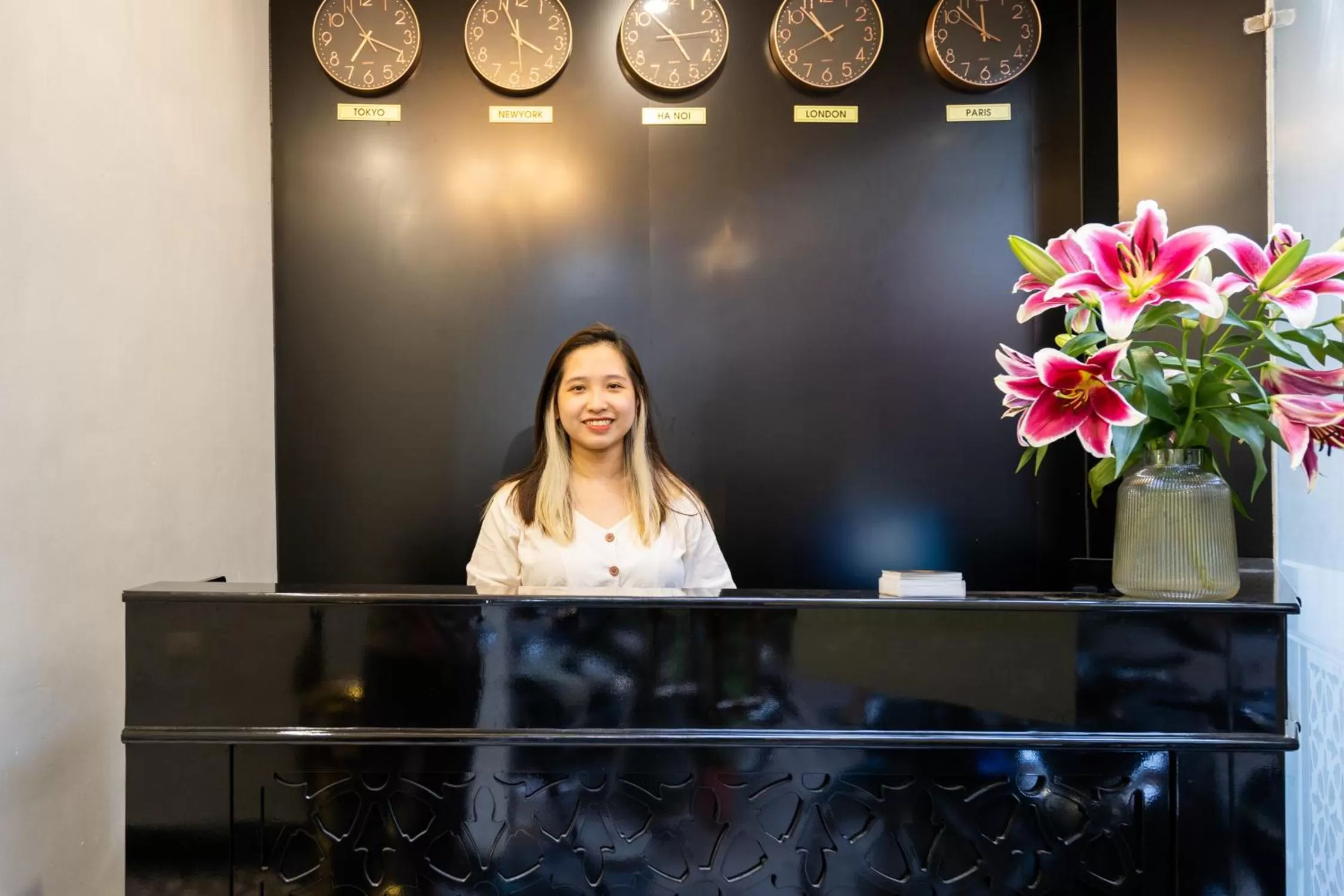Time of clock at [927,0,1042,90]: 11:52
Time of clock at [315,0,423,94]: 7:18
